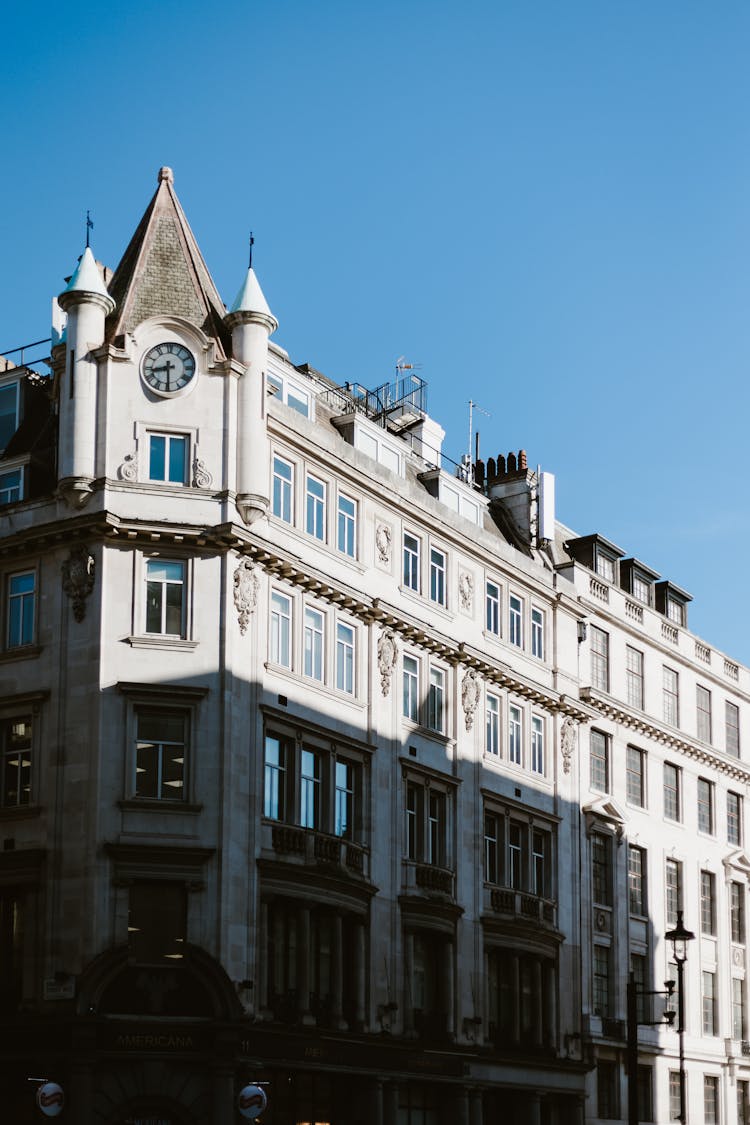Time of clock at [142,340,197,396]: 8:29
